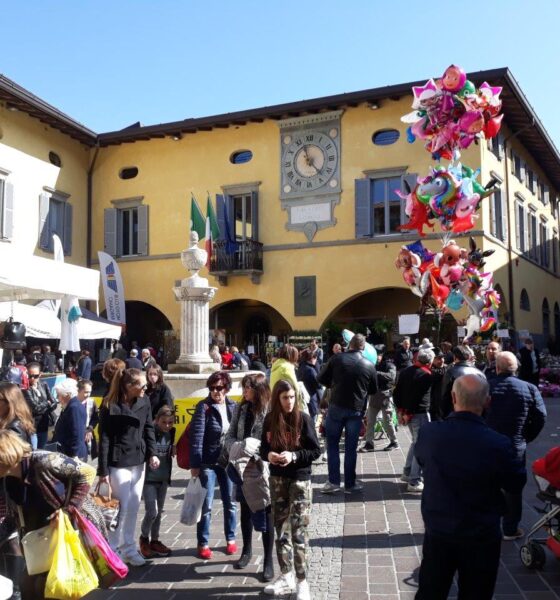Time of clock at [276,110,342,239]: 11:22
